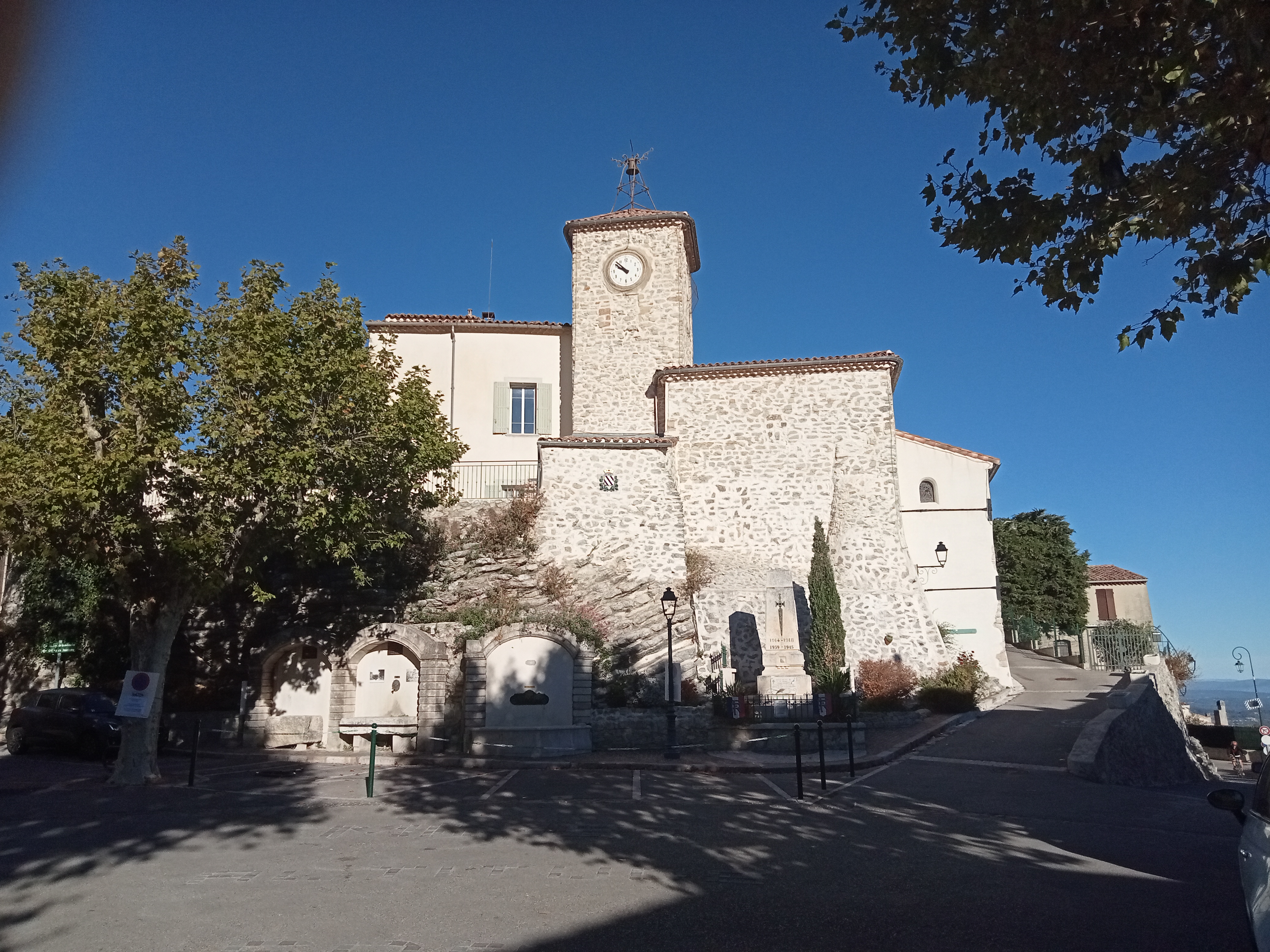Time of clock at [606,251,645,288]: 9:51
